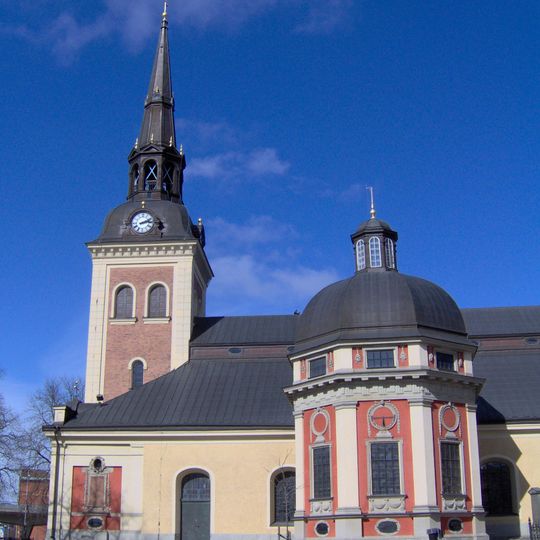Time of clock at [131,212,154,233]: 2:13
